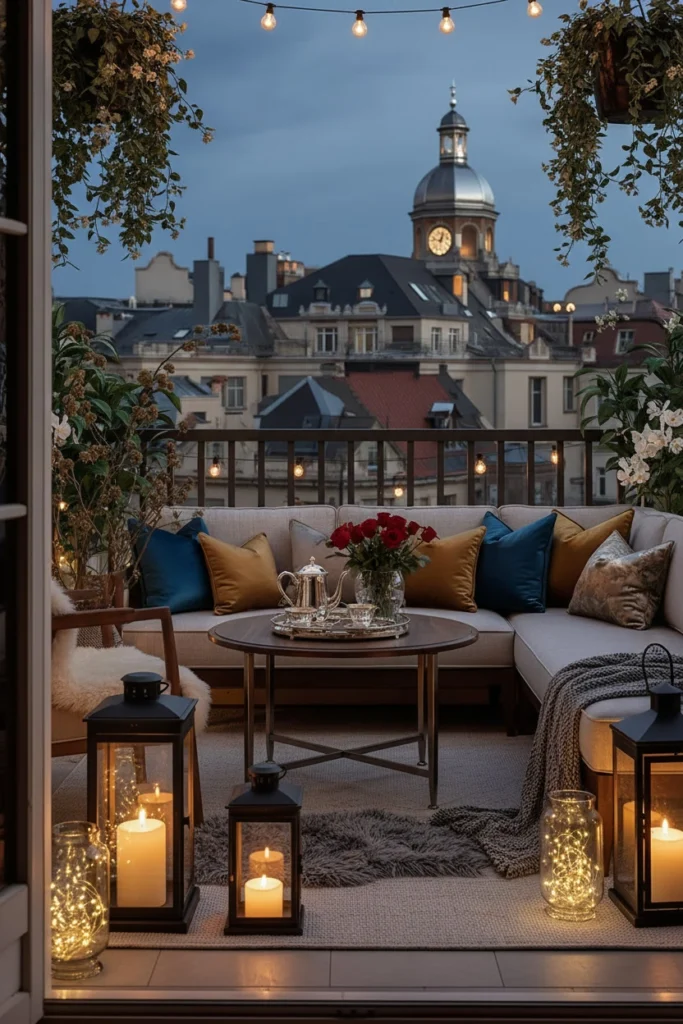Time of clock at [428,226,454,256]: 12:47
